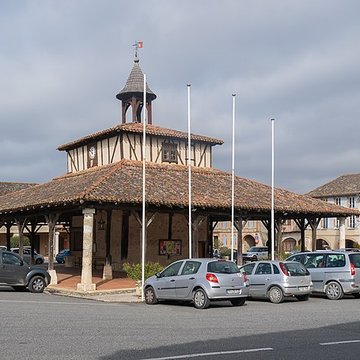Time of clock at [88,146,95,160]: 11:51
